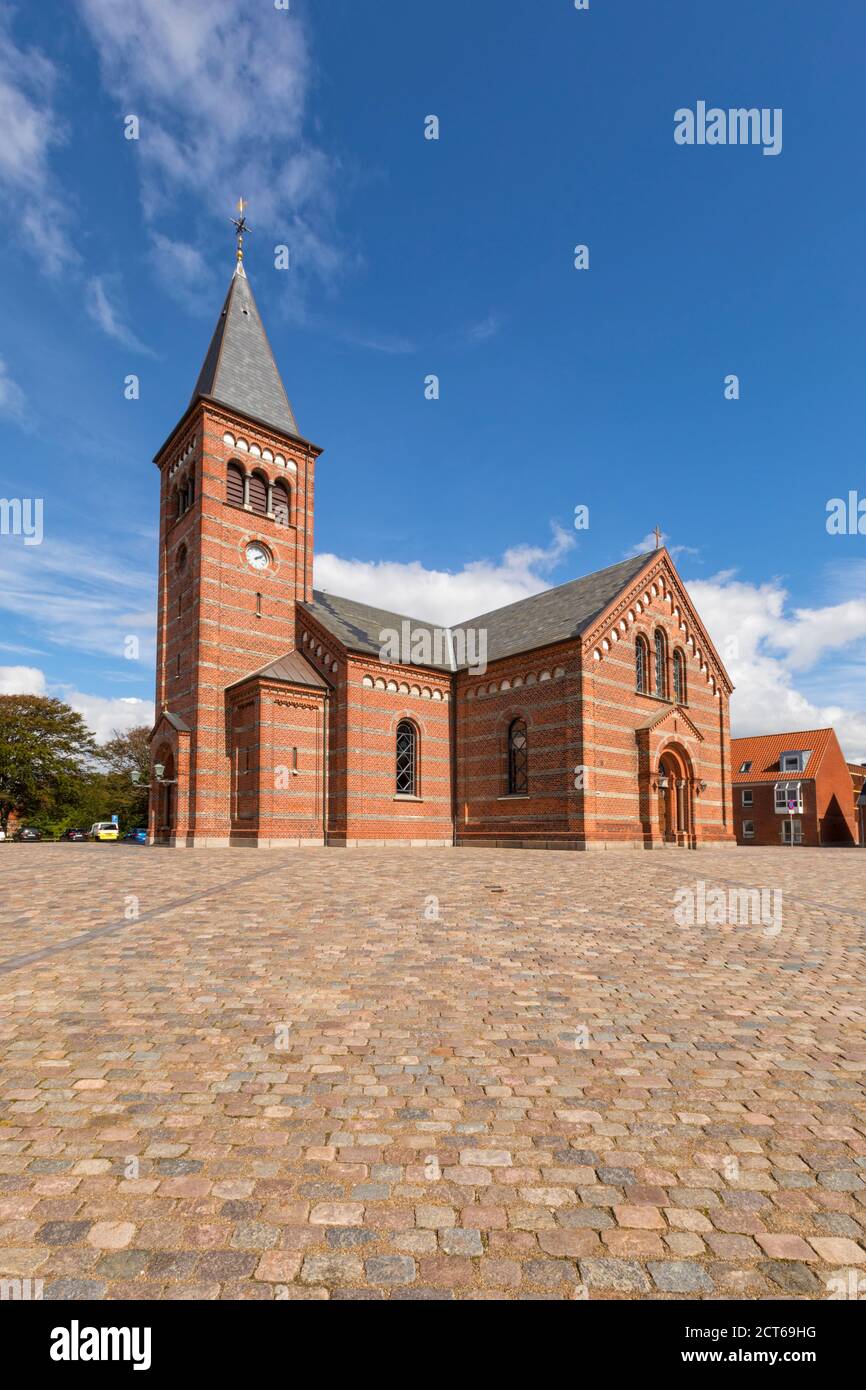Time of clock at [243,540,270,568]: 2:09
